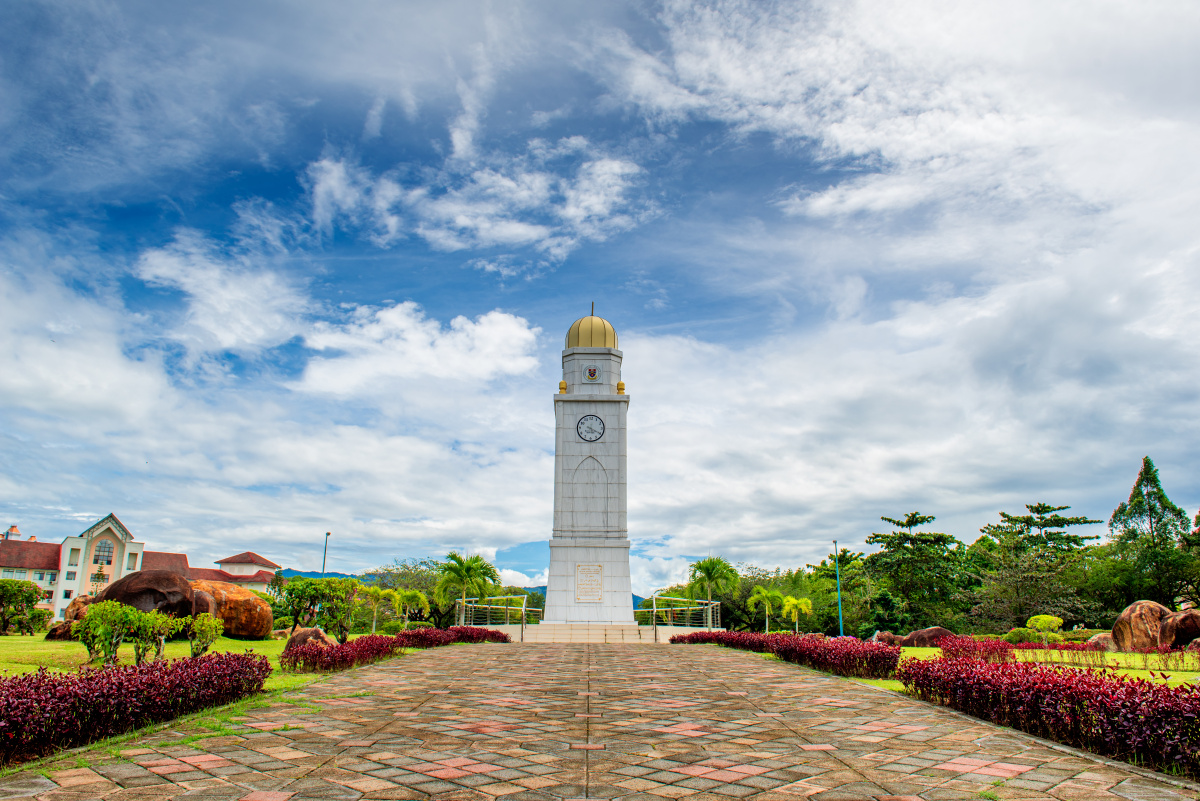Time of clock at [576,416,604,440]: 5:19
